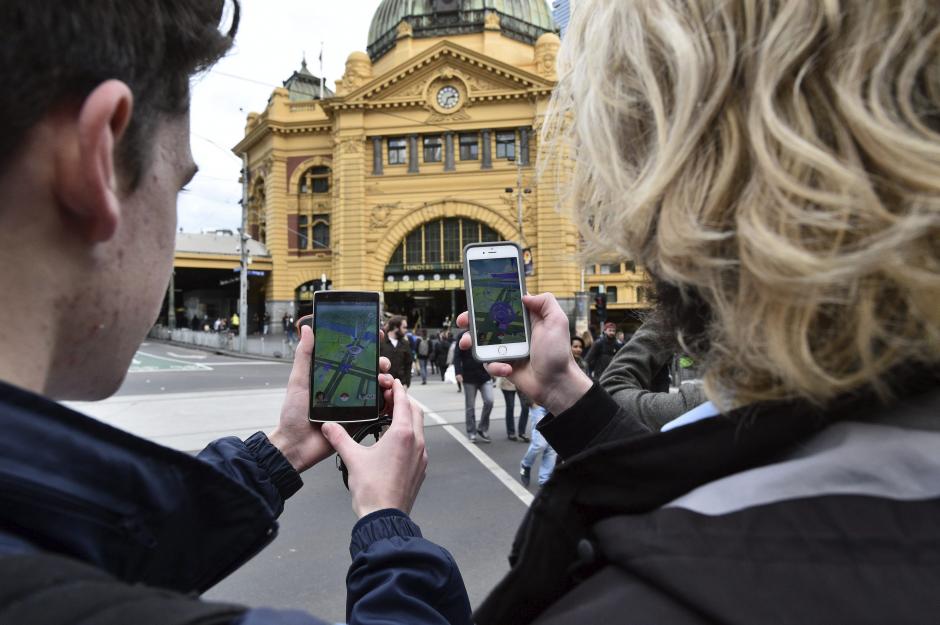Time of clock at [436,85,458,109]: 2:33
